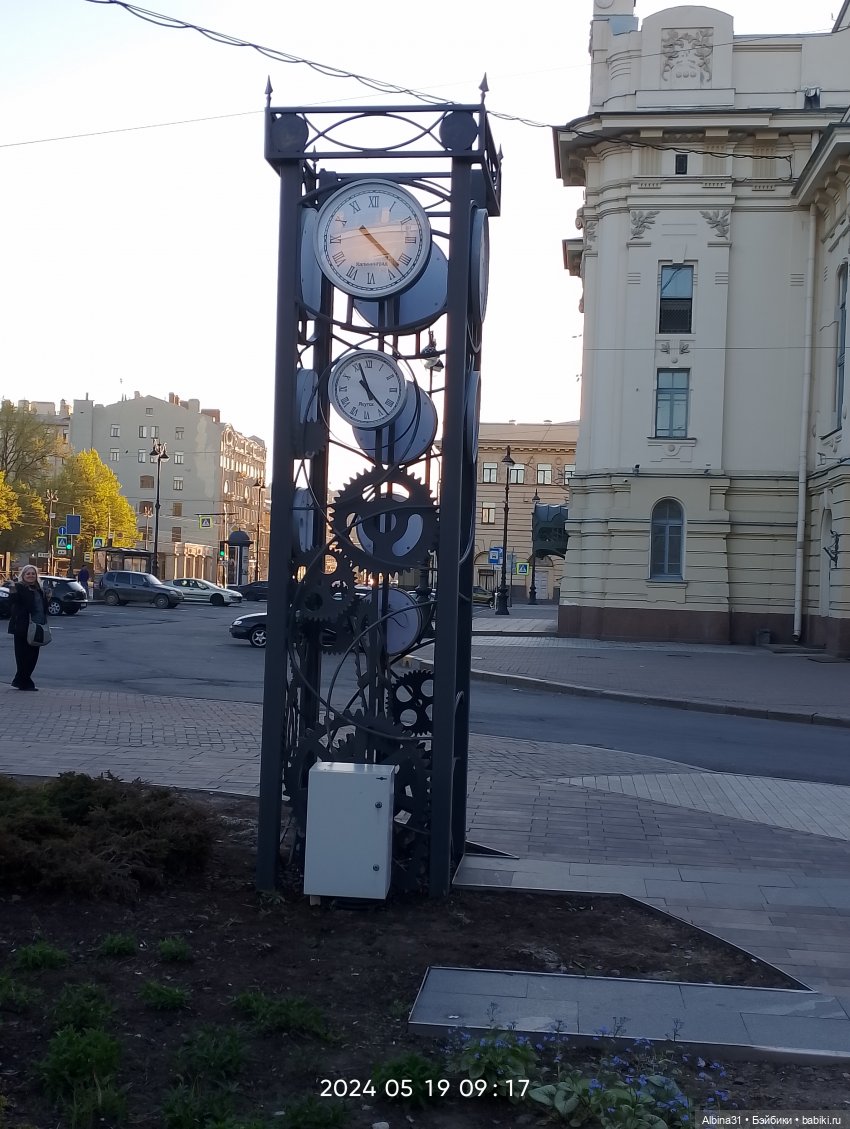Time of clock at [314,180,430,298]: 4:22
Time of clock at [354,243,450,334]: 4:22
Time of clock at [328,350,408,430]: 11:23
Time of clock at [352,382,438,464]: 11:23
